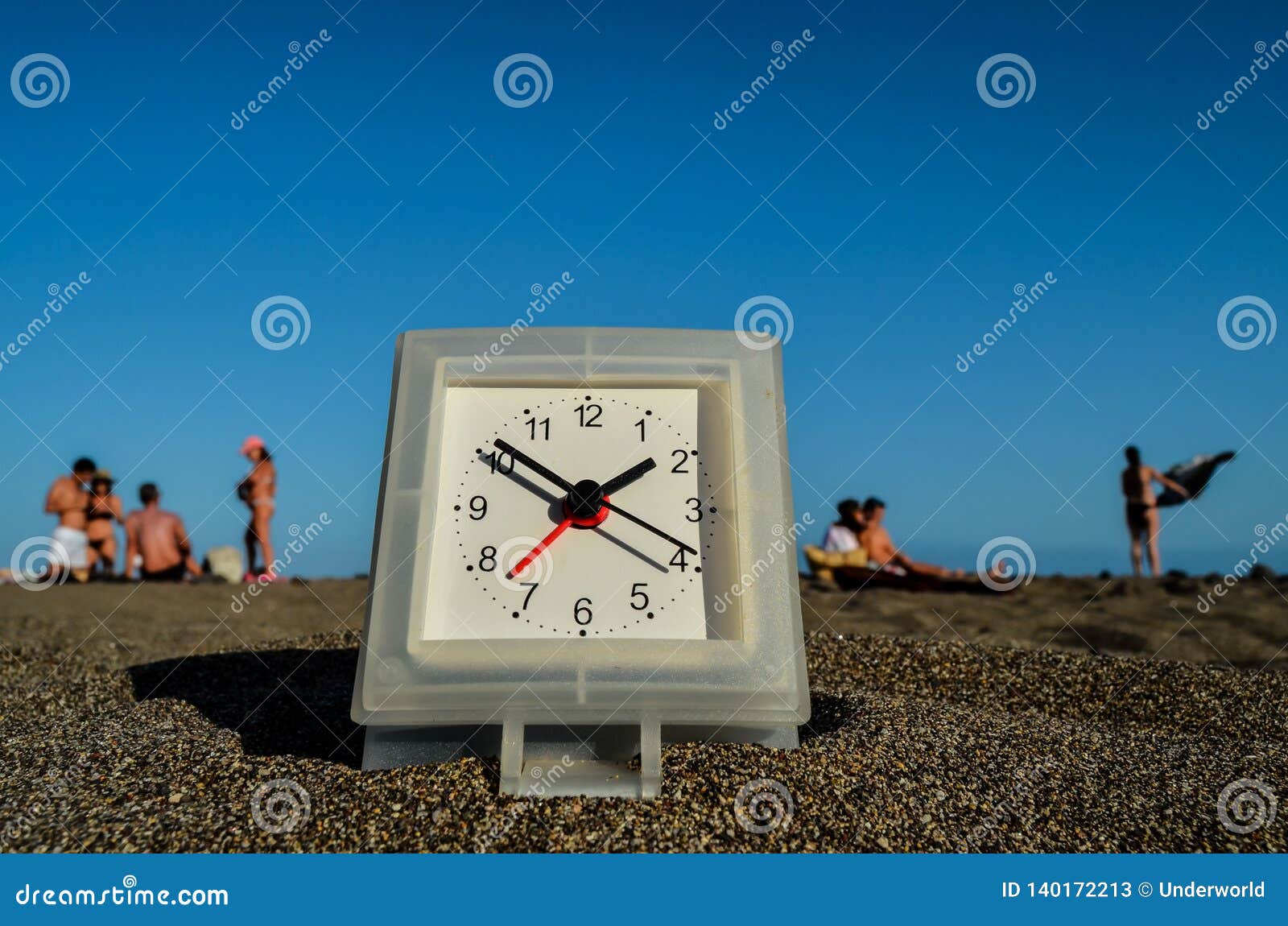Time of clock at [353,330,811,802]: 1:50
